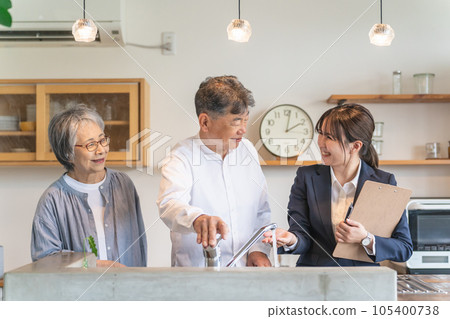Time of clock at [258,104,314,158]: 2:01
